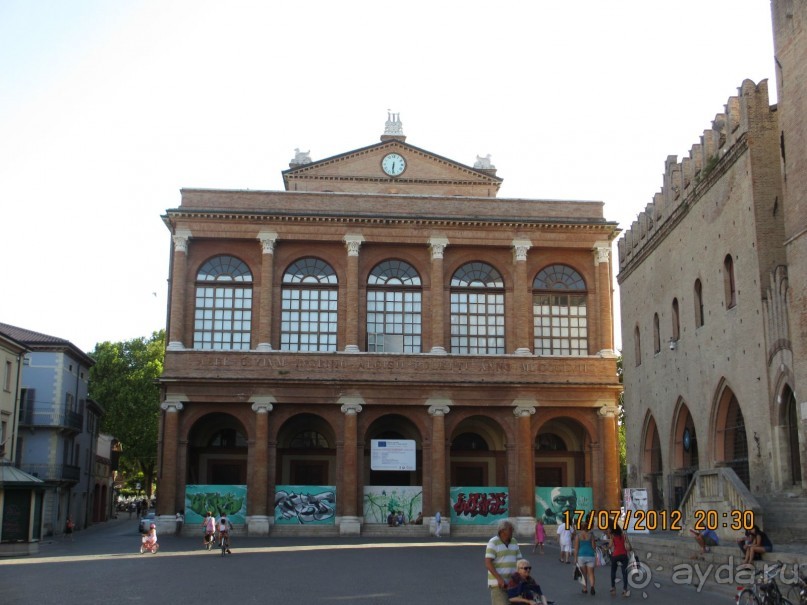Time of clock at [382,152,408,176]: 6:30
